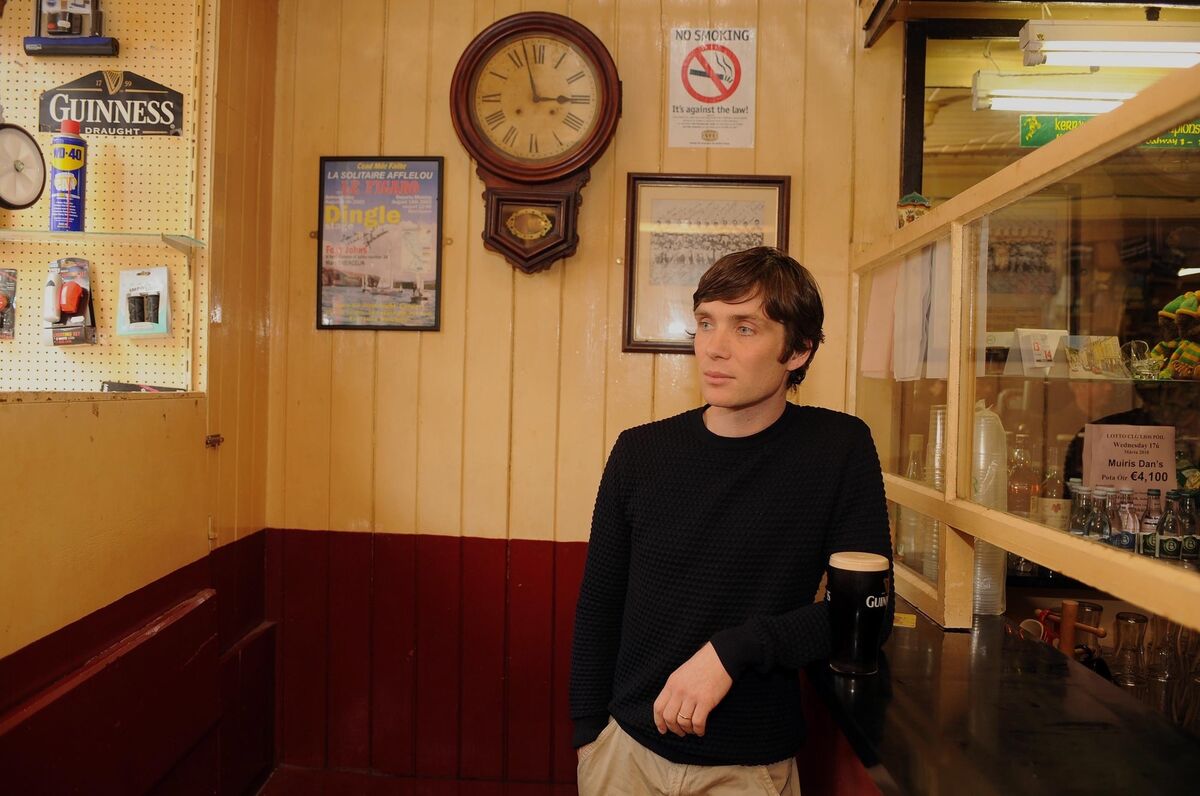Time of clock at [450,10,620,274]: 2:57
